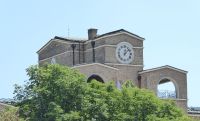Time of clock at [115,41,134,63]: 12:07
